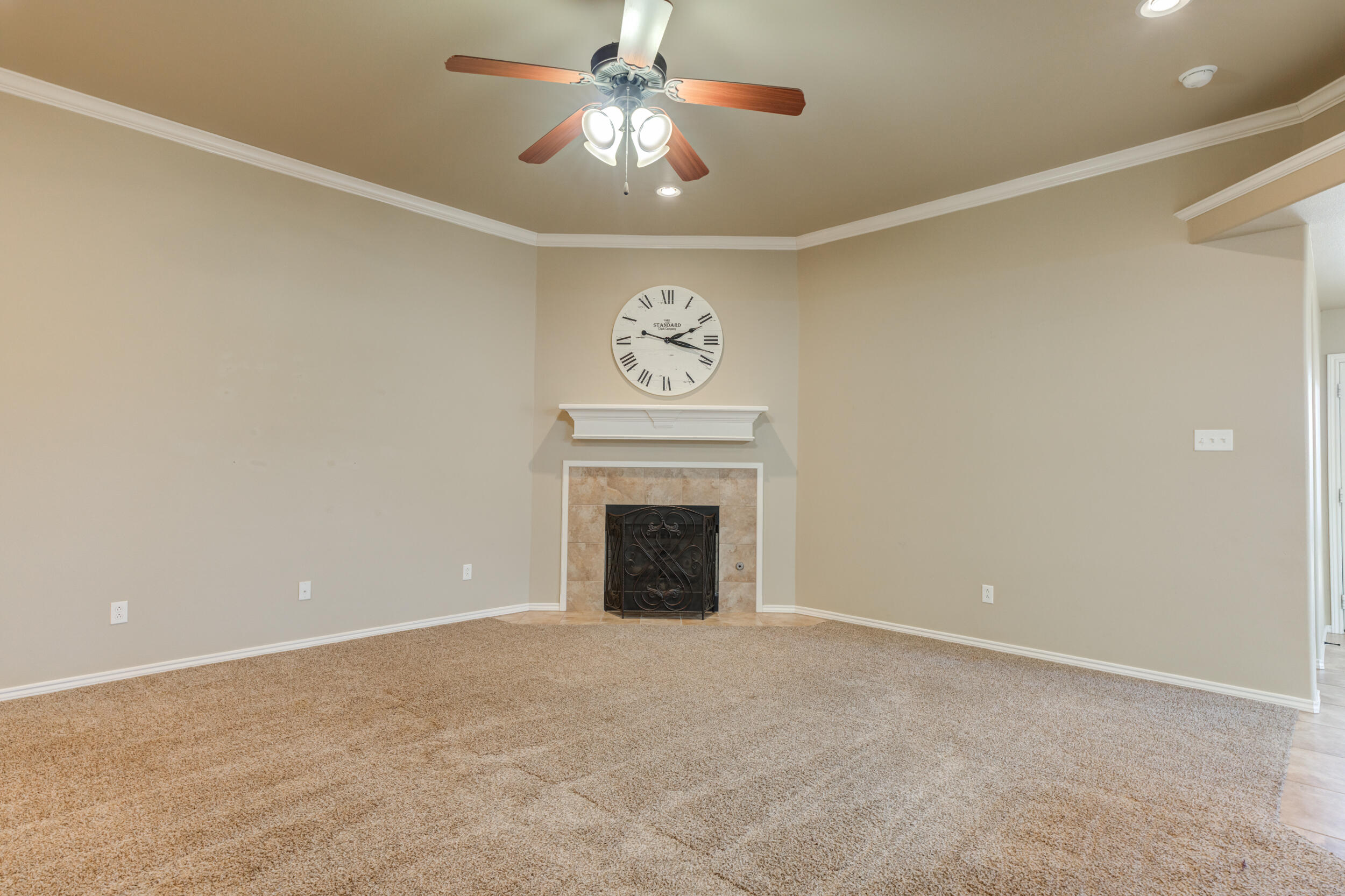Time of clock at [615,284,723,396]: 2:17
